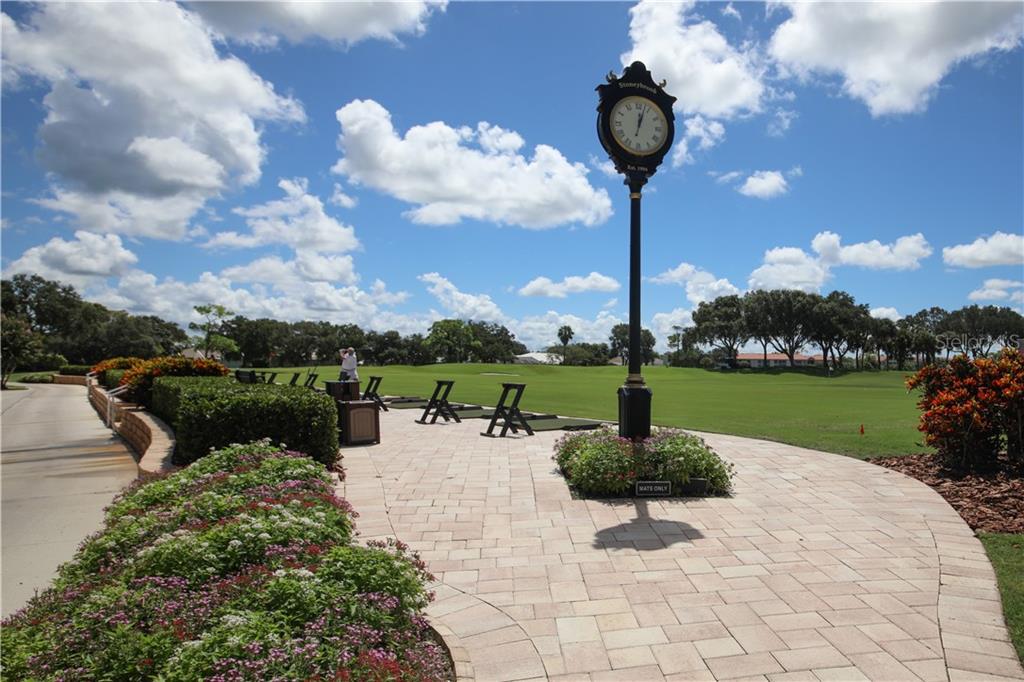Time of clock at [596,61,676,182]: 12:03
